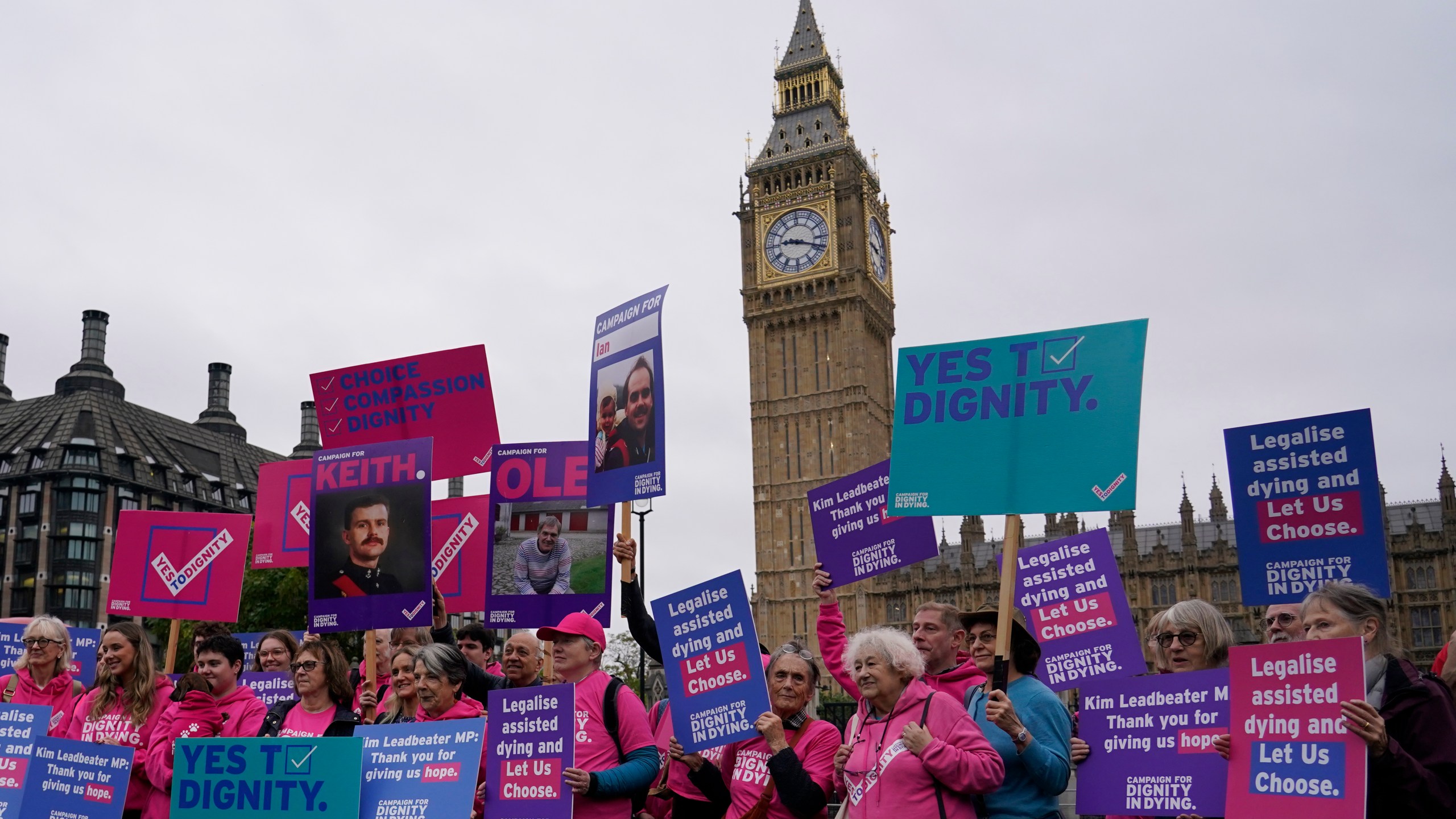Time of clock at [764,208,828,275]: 9:18
